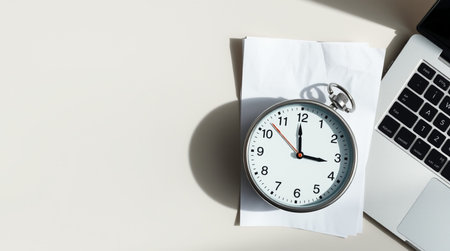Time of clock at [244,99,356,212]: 2:59
